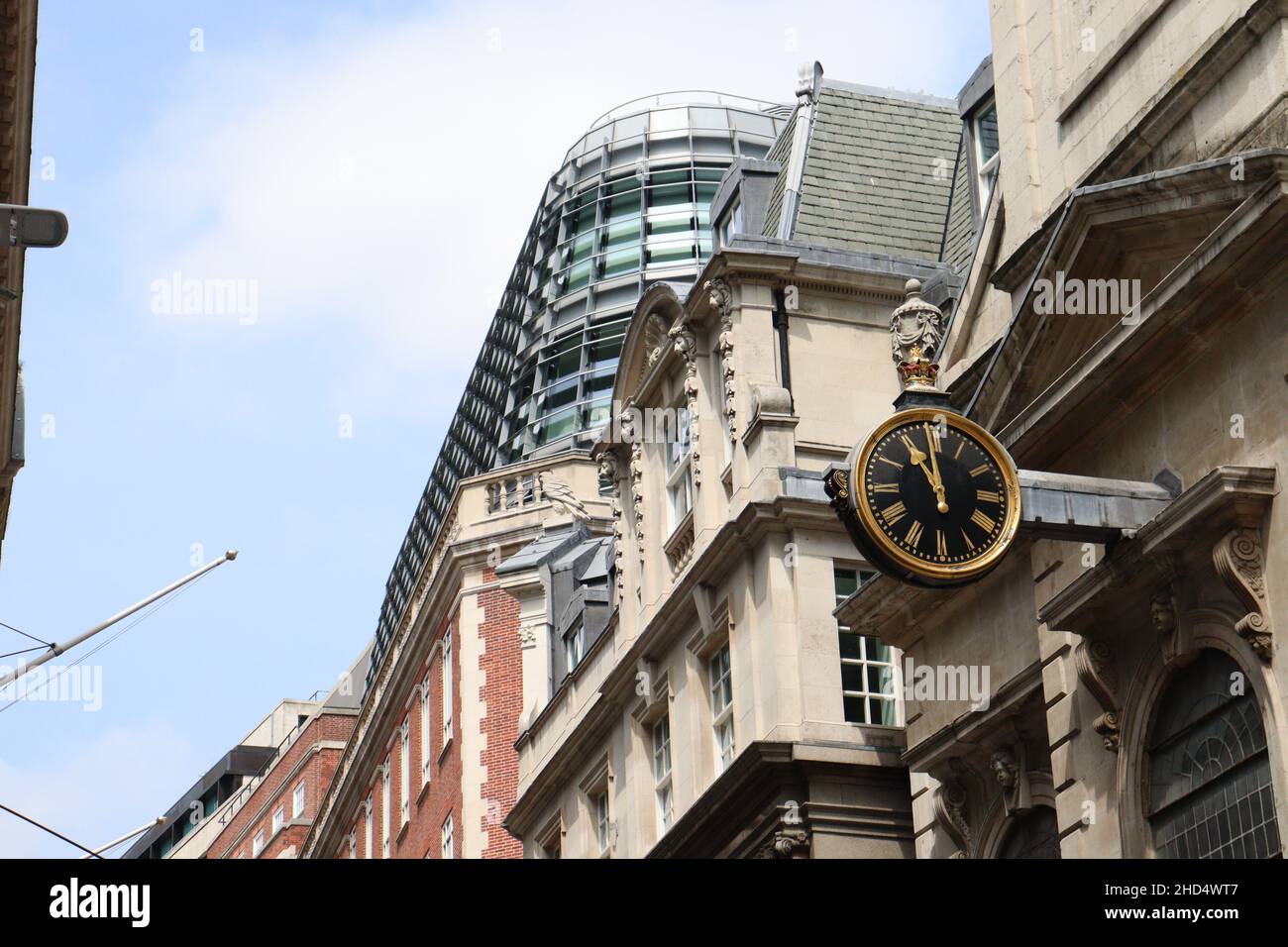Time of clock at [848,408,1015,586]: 10:59
